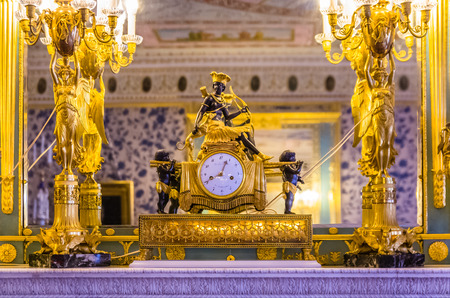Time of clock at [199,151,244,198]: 12:41
